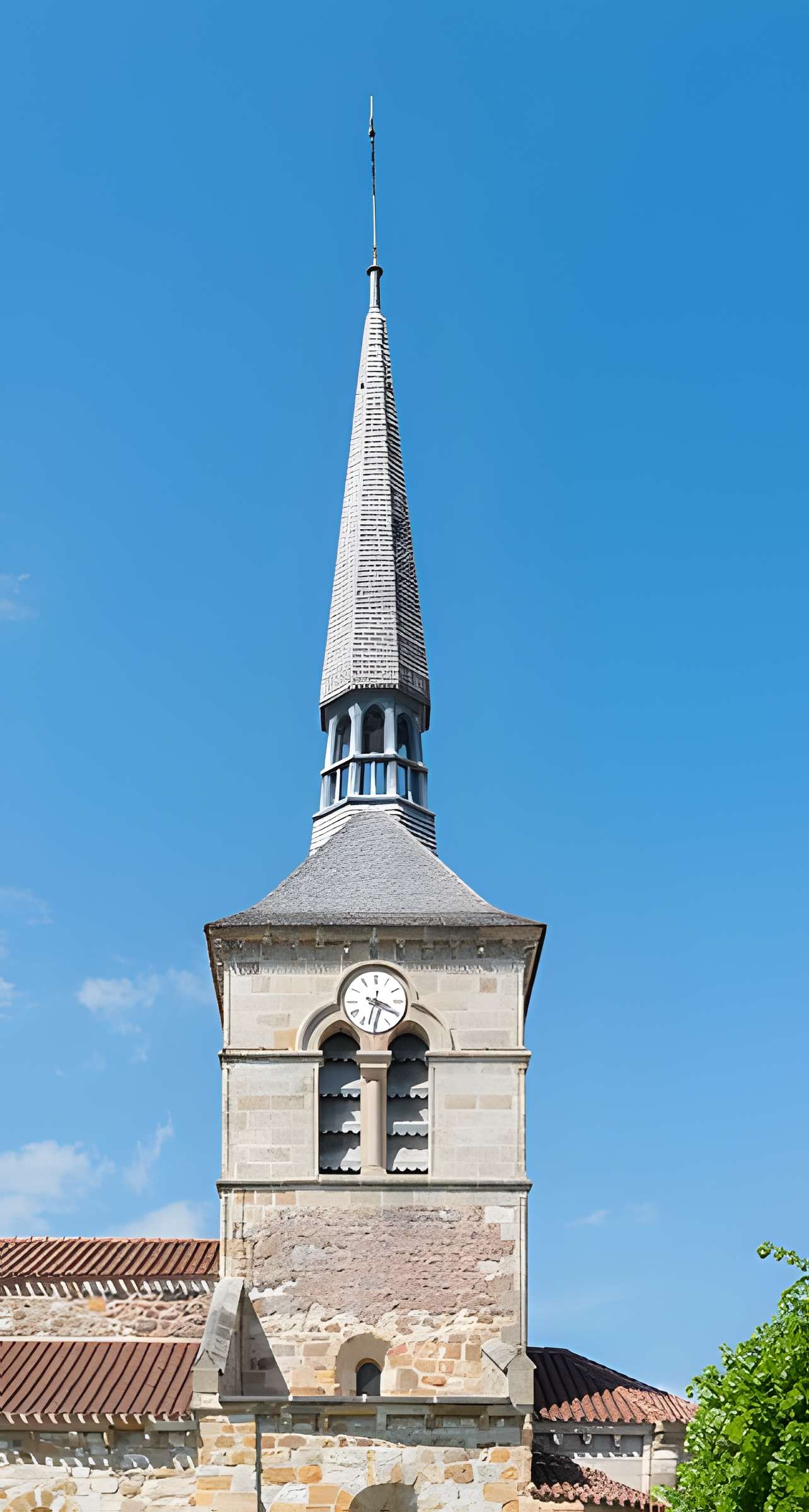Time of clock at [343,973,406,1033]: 3:32
